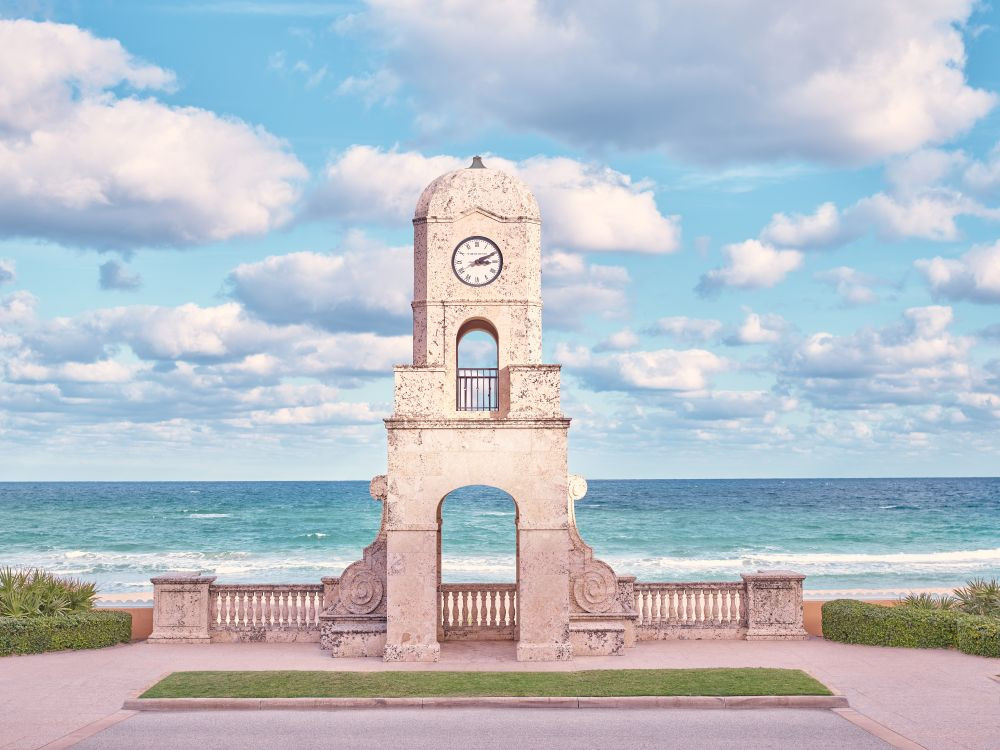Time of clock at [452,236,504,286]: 3:10
